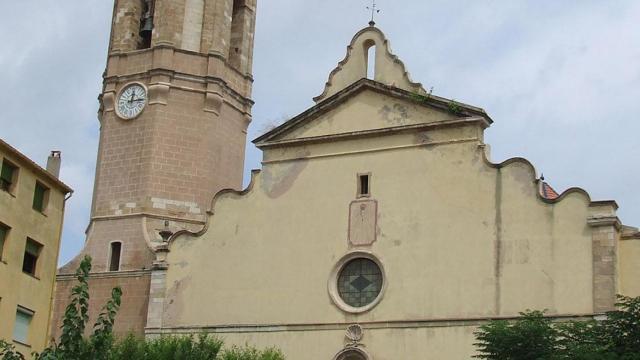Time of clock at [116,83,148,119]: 12:14
